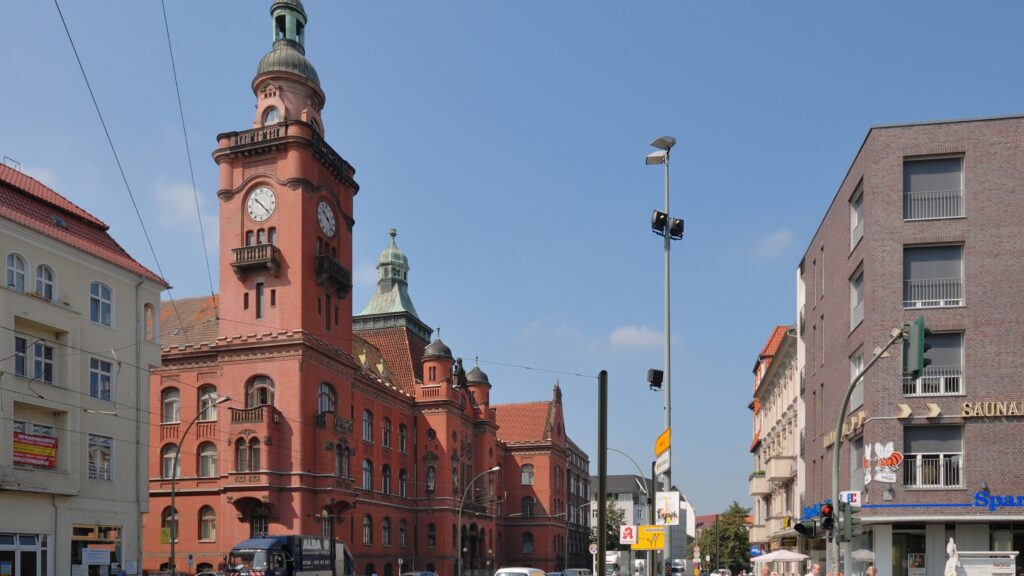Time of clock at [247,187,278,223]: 10:22
